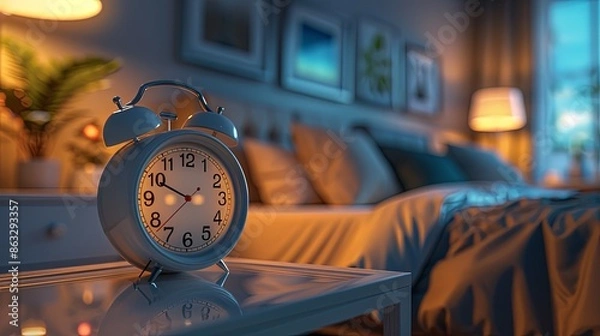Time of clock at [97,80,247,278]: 9:49
